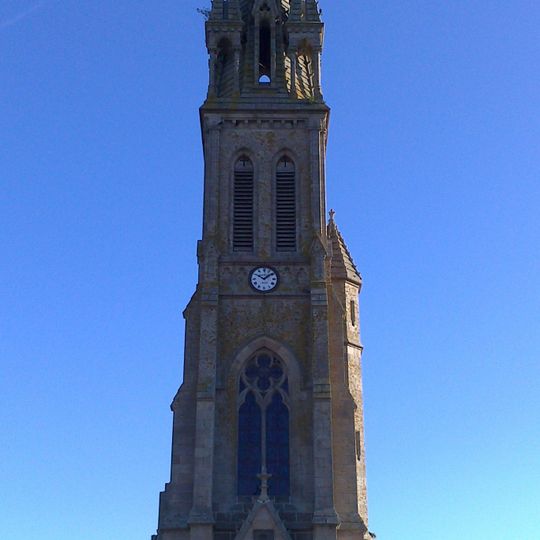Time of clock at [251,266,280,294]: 10:08
